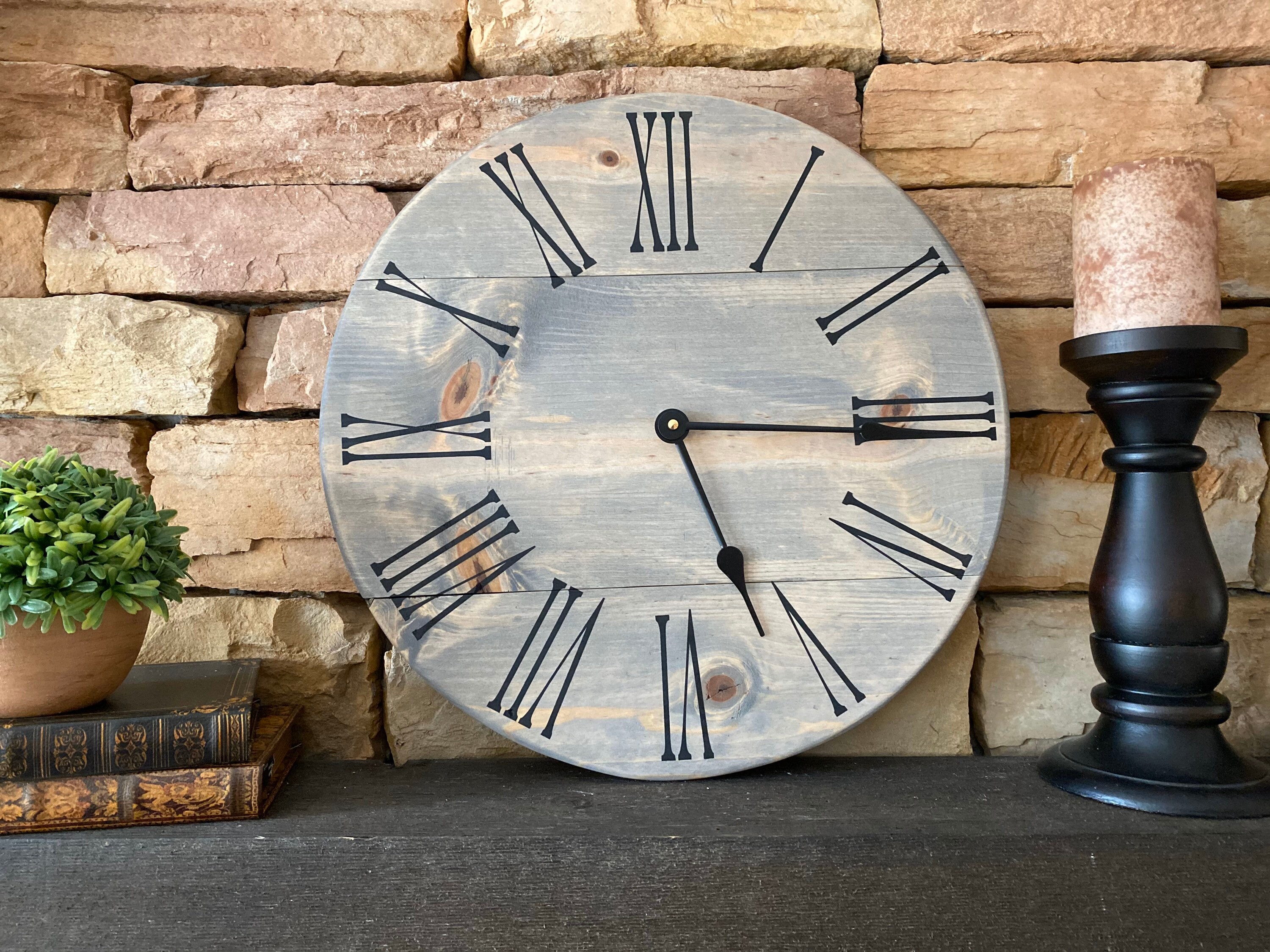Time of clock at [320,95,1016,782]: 5:15
